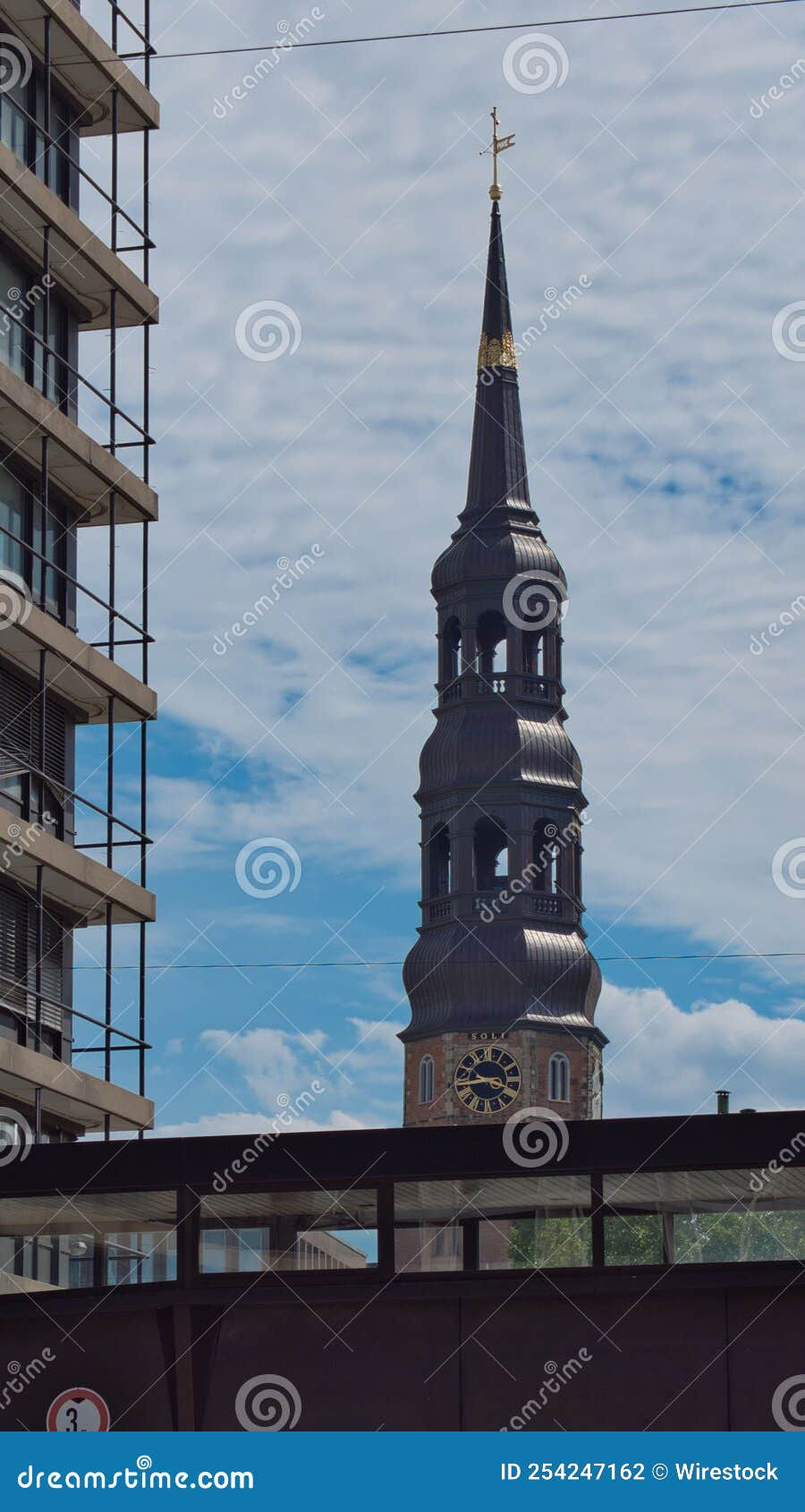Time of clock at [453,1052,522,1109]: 3:43
